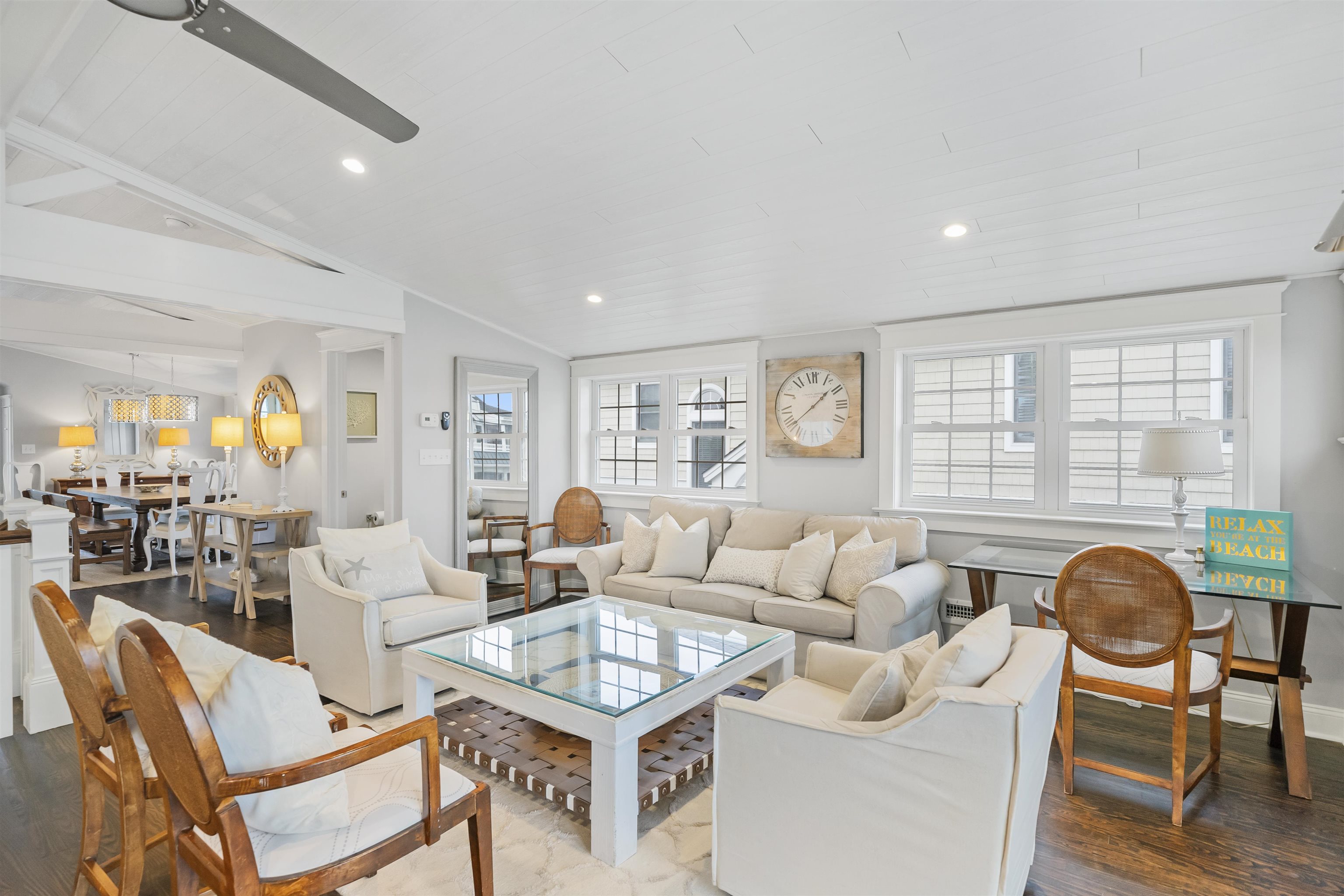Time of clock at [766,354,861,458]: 1:38
